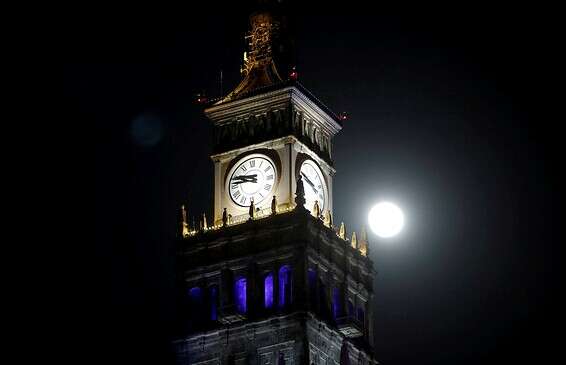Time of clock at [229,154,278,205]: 9:45
